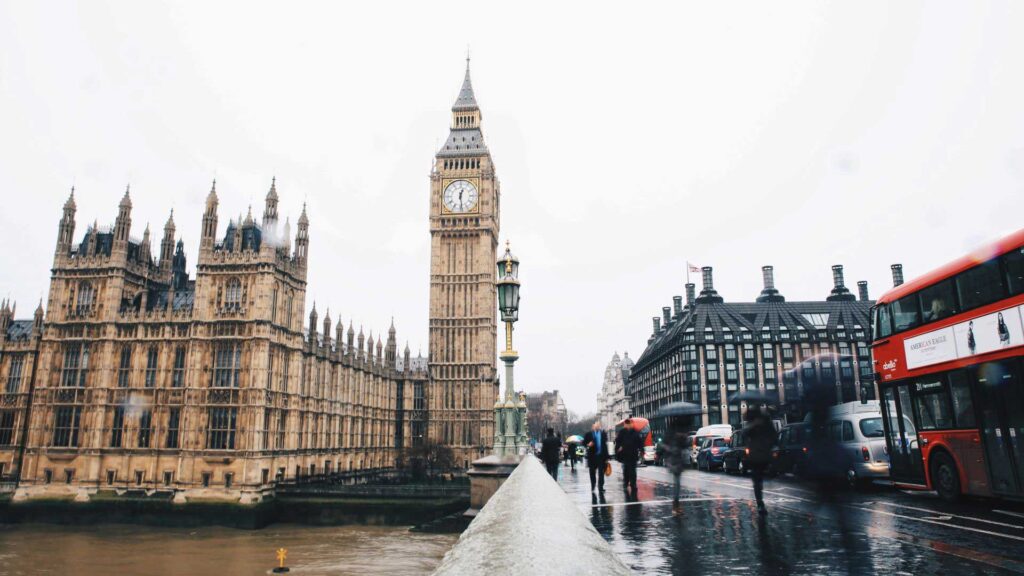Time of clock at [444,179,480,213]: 12:28
